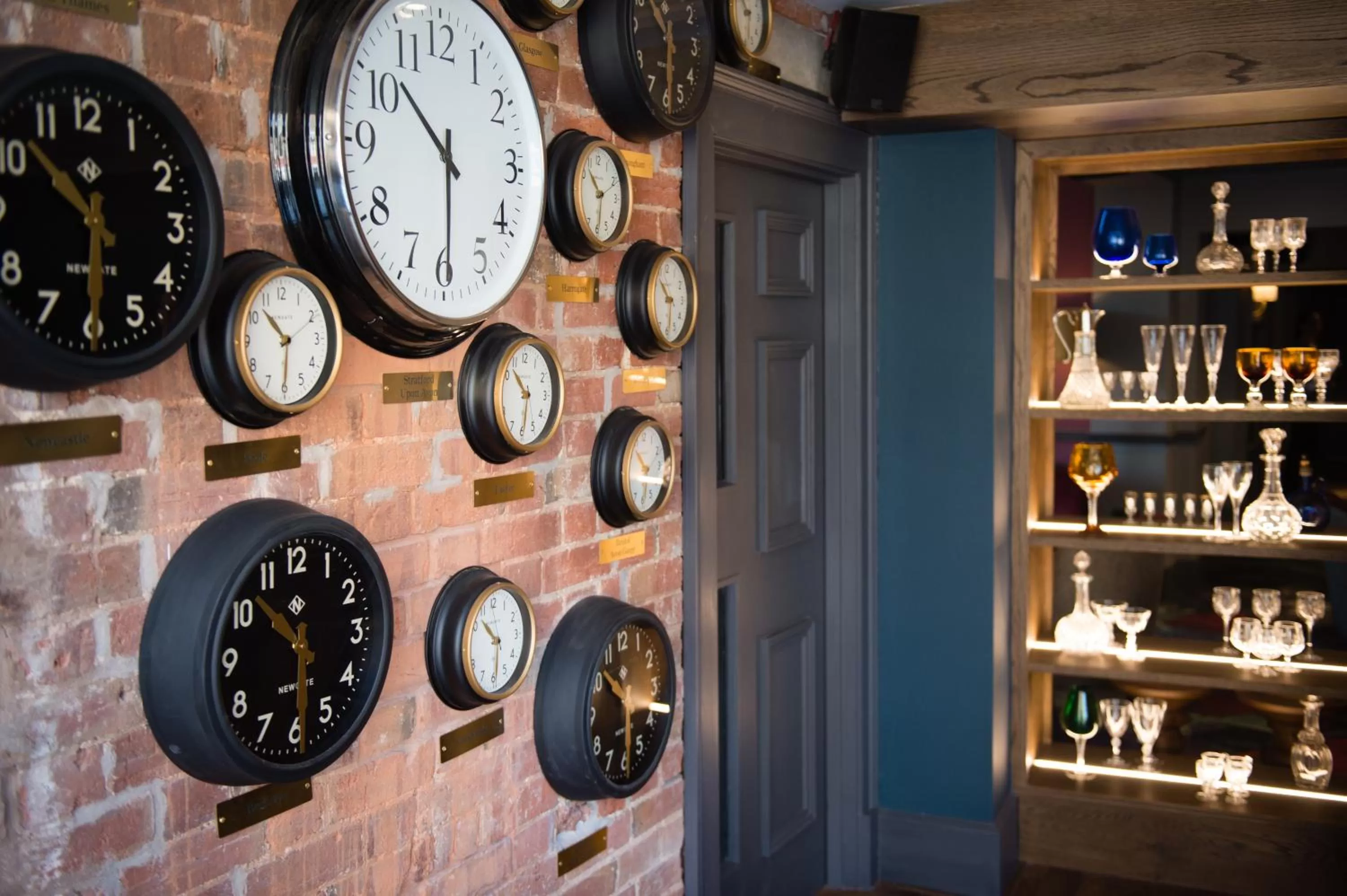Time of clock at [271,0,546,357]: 10:30
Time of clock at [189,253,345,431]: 10:30
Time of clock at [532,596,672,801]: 10:17
